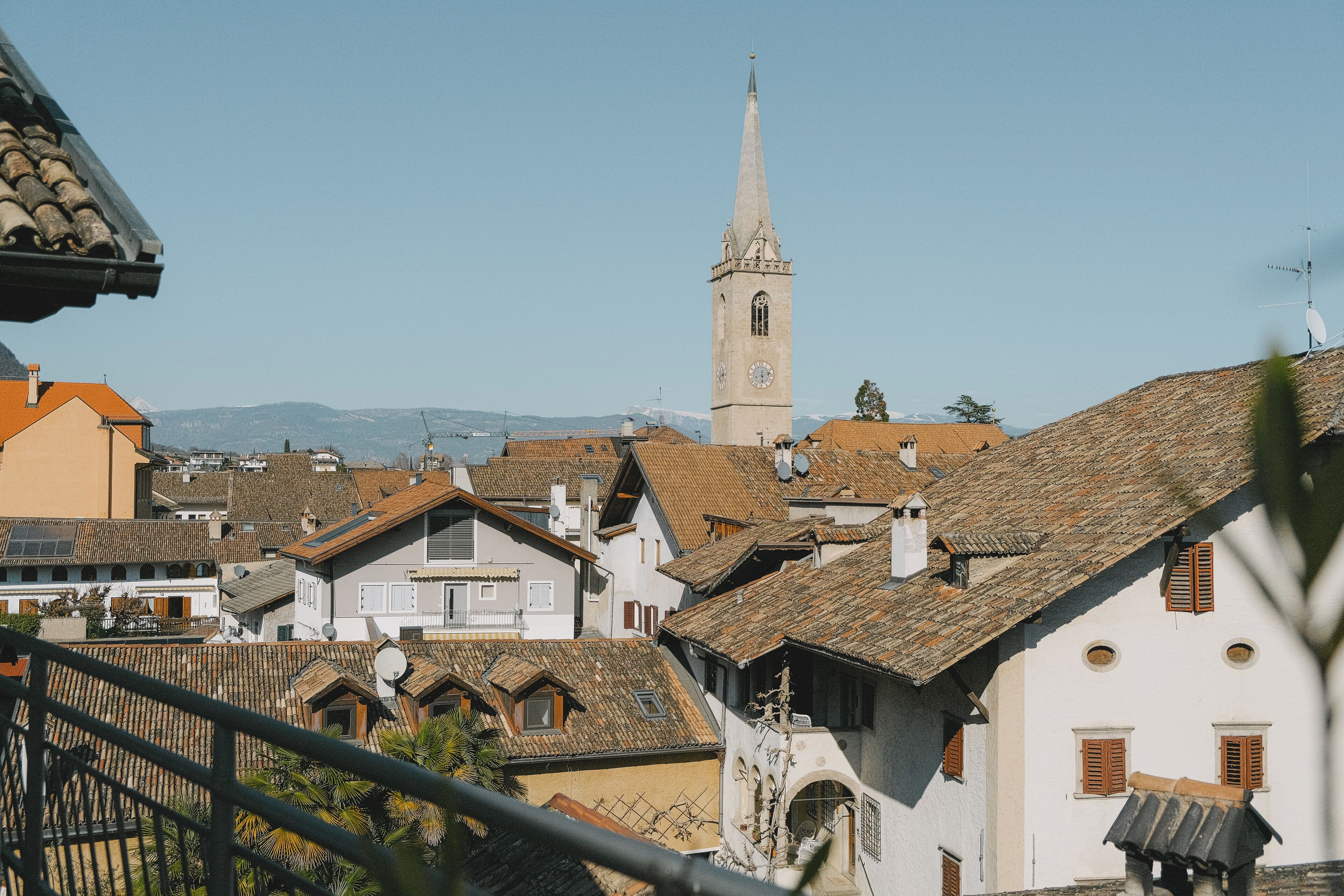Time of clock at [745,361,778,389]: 12:12
